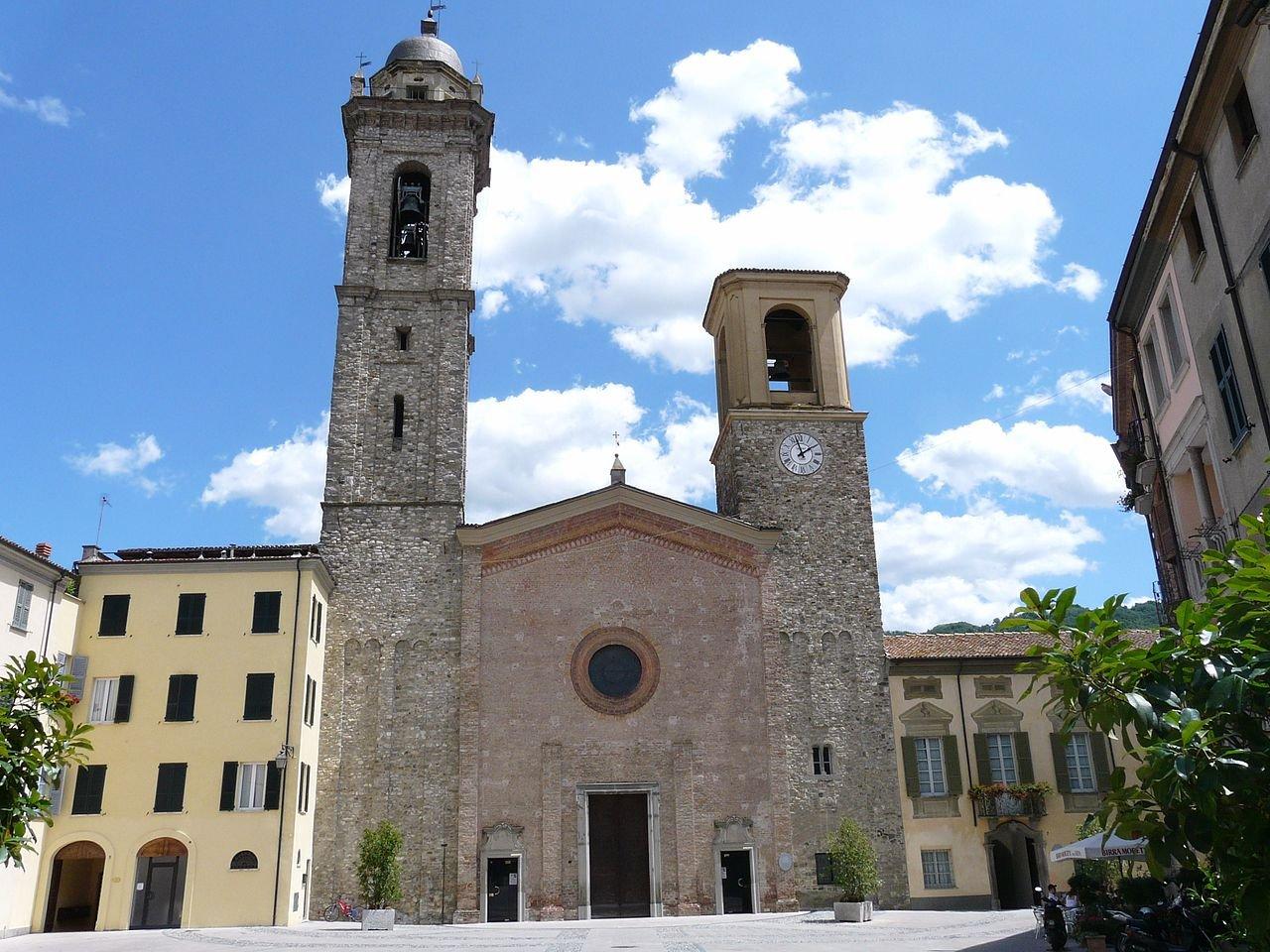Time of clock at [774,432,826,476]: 1:57
